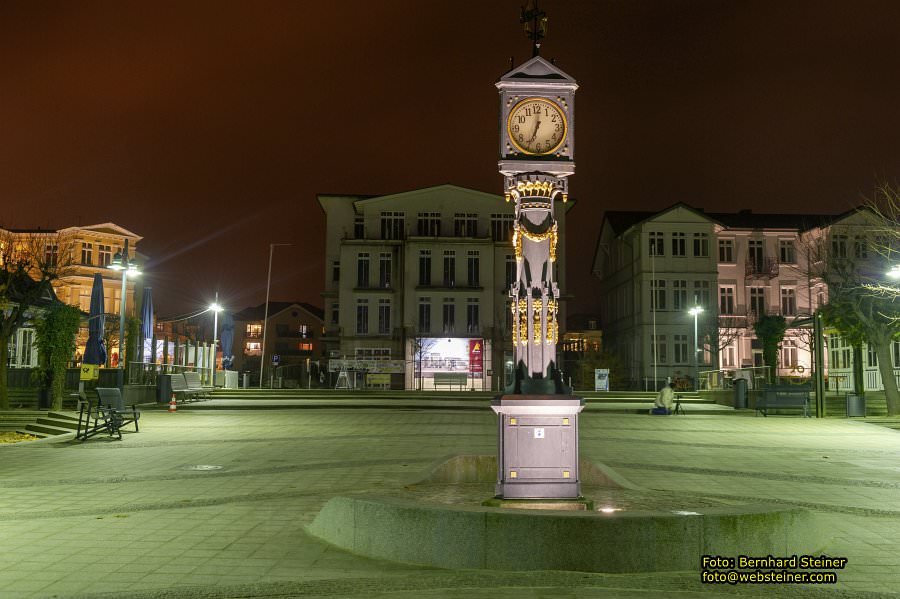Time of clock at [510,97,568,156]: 12:34
